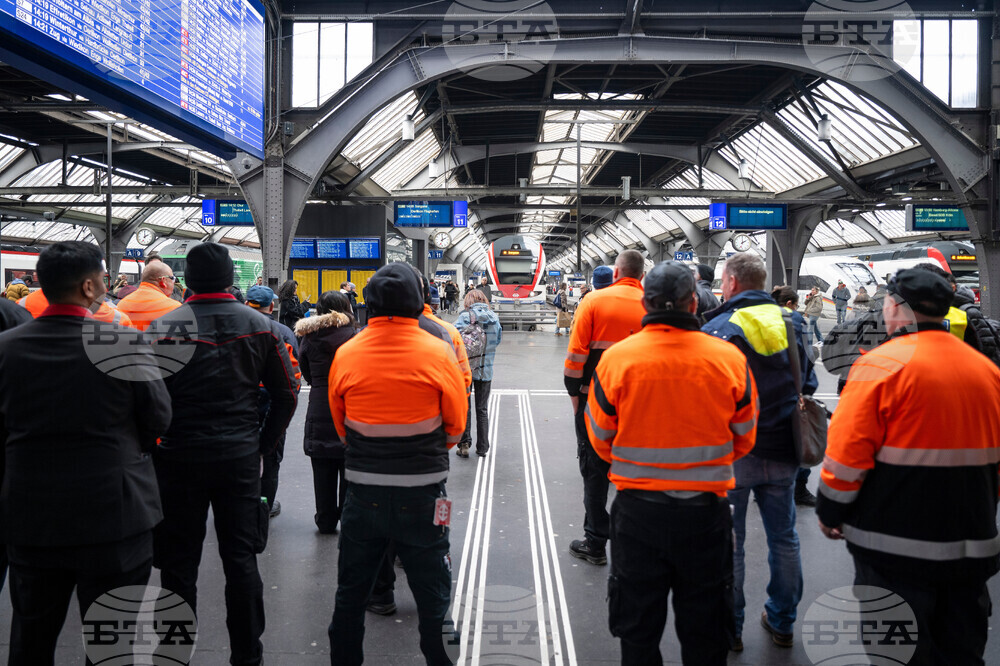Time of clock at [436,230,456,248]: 1:59
